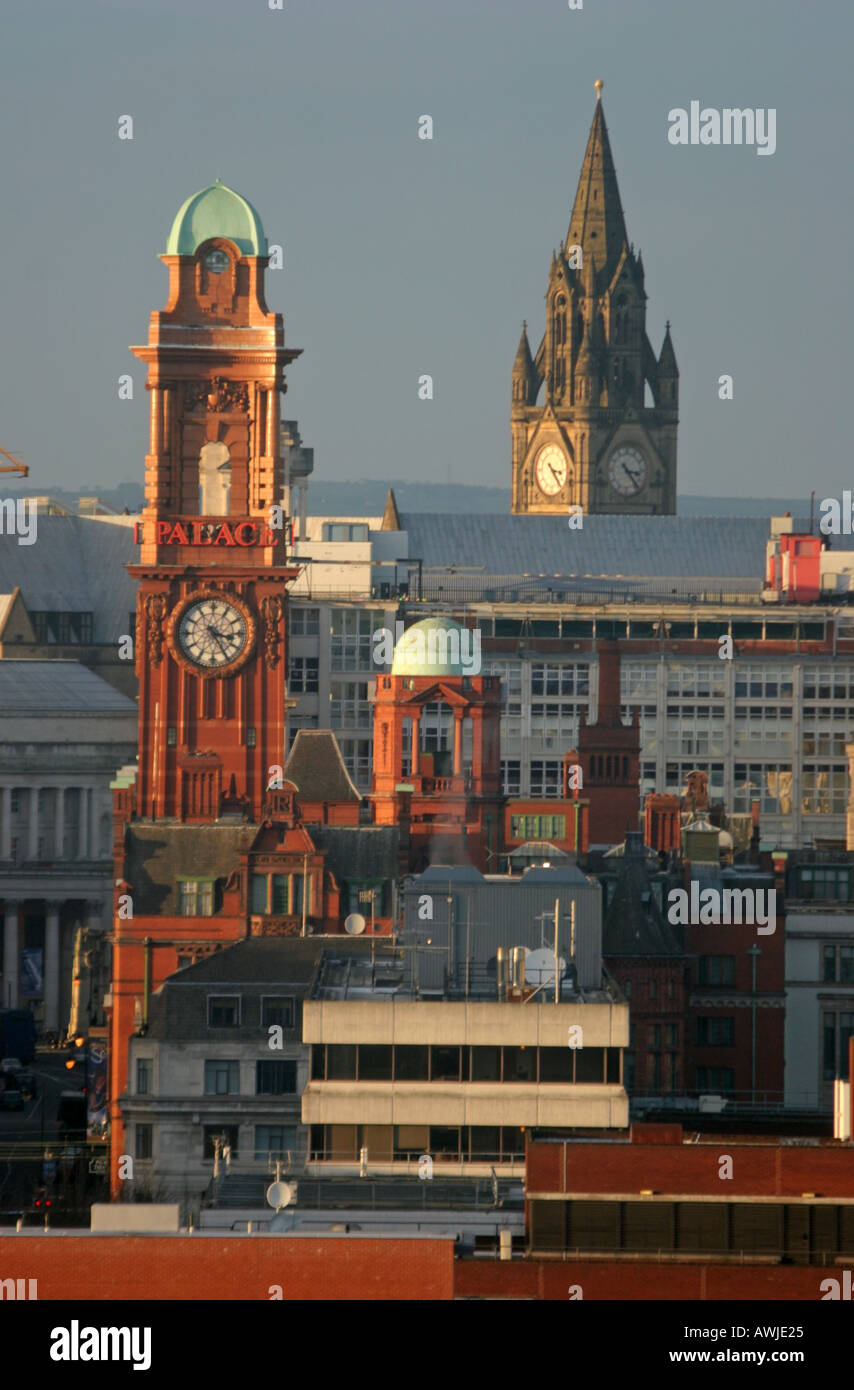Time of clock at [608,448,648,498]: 3:23
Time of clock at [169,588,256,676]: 3:24
